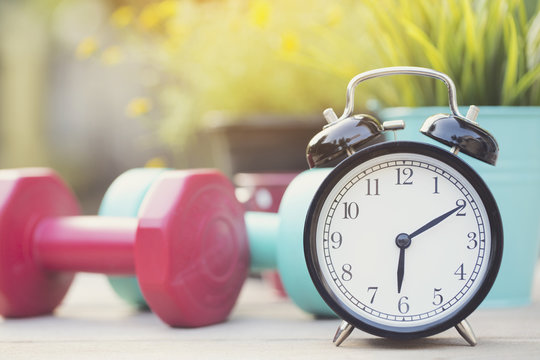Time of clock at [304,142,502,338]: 6:09
